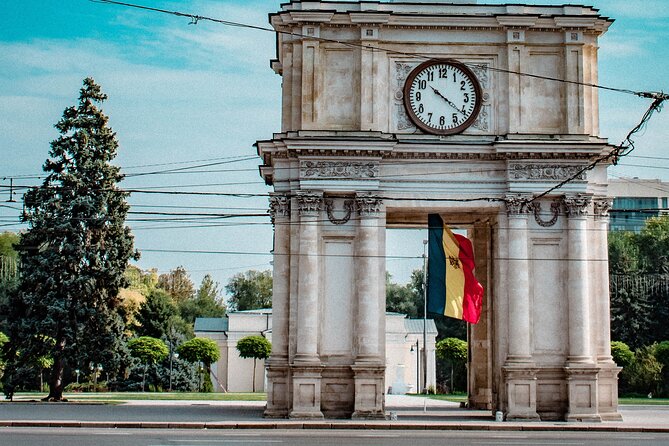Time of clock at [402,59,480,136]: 10:21
